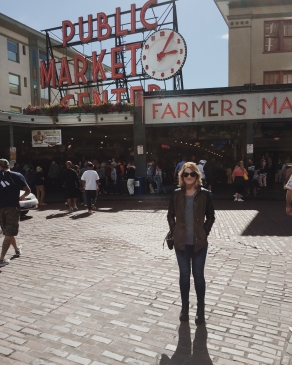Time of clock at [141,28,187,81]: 3:05
